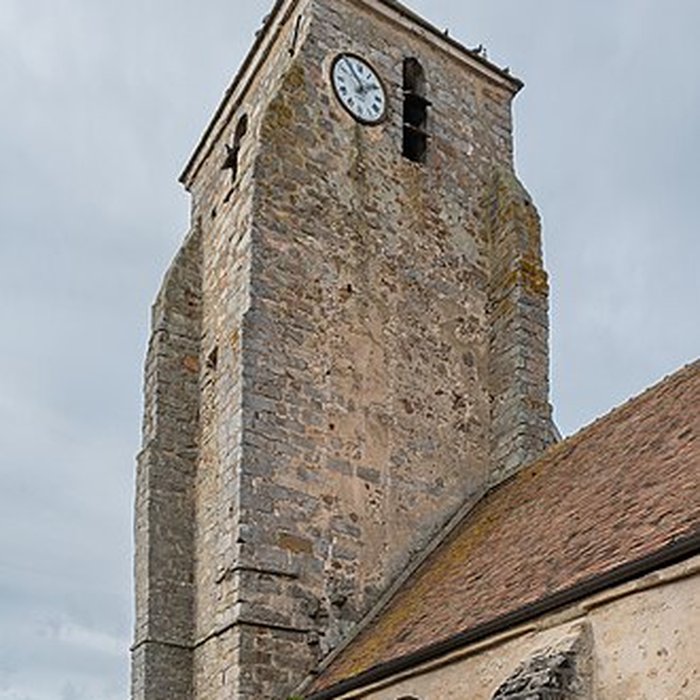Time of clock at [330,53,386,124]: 1:54
